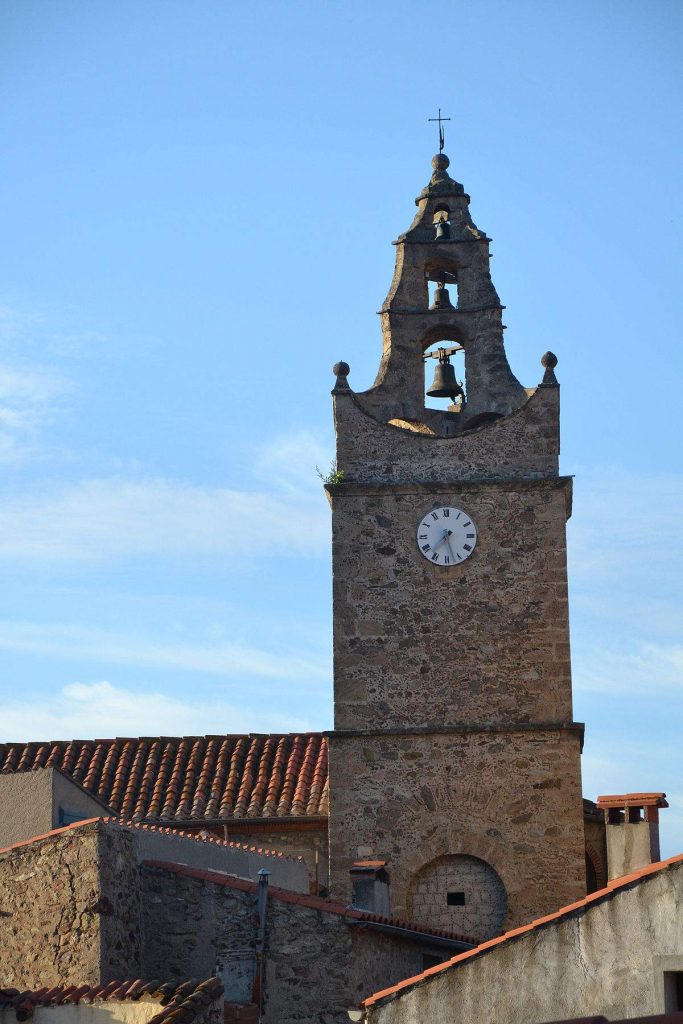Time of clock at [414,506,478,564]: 7:27
